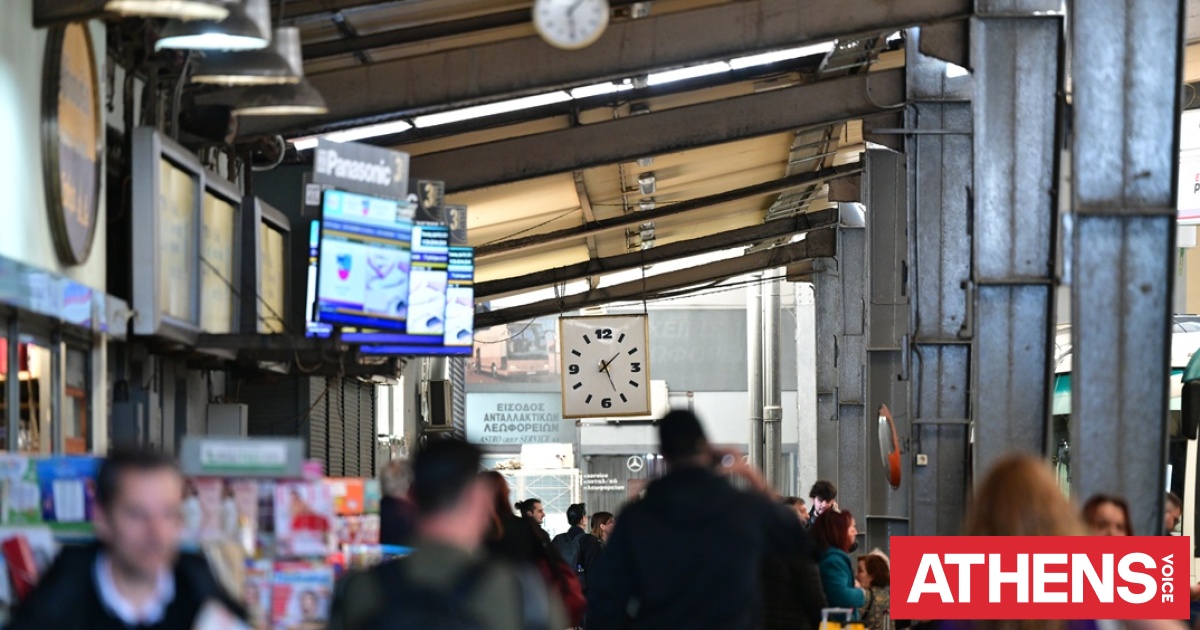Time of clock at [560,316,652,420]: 1:26
